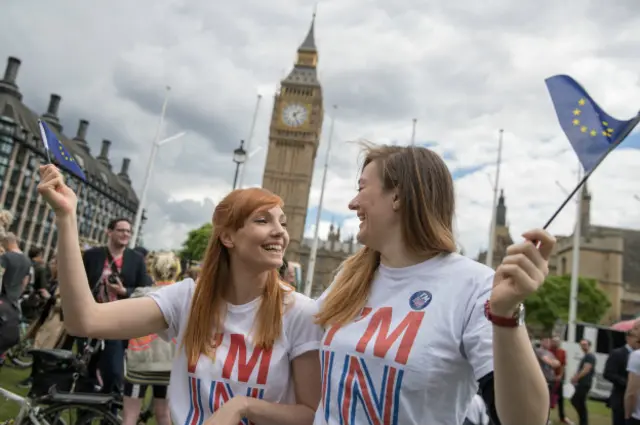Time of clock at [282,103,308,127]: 1:25
